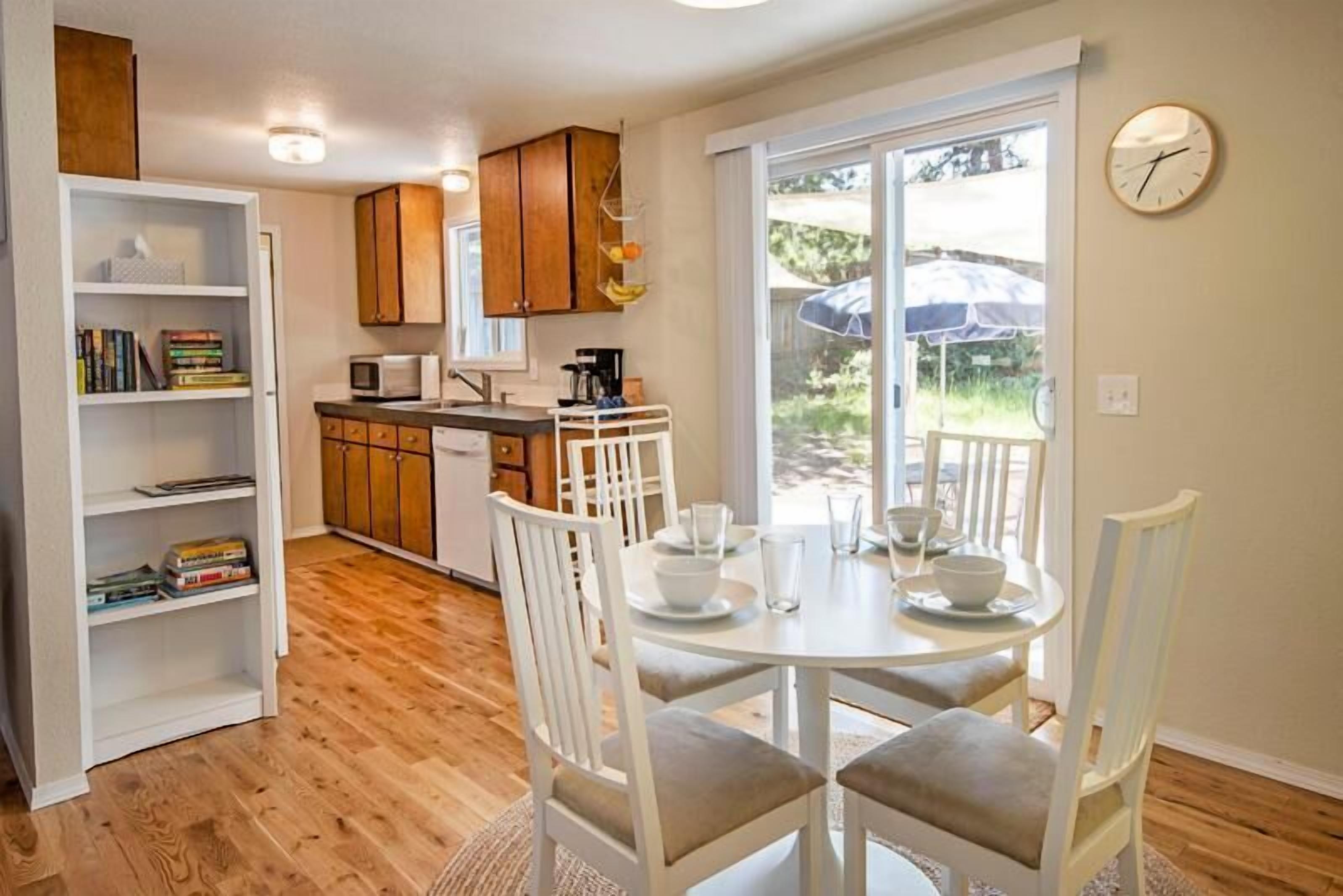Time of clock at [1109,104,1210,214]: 2:35
